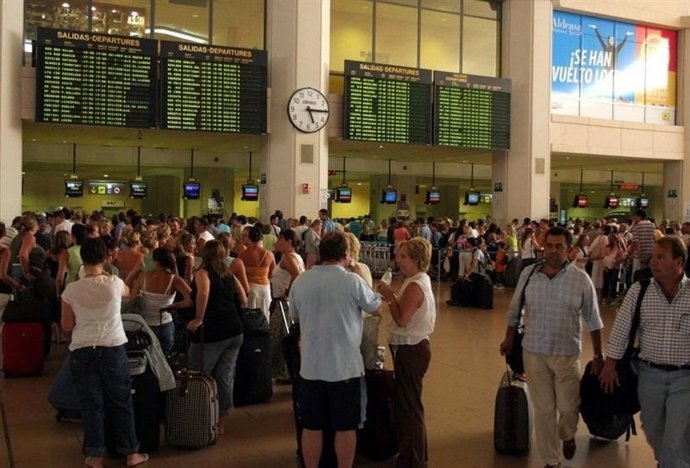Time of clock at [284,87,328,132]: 5:14
